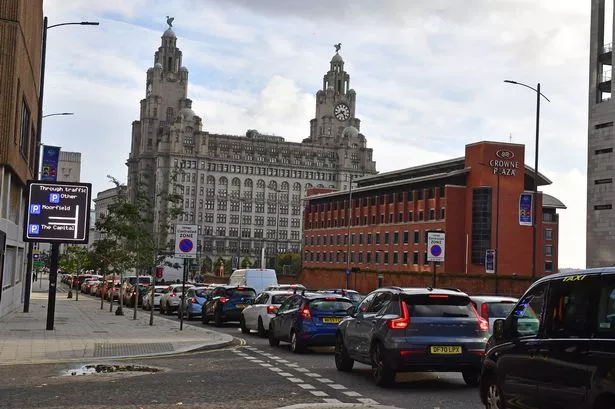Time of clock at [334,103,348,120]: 4:40
